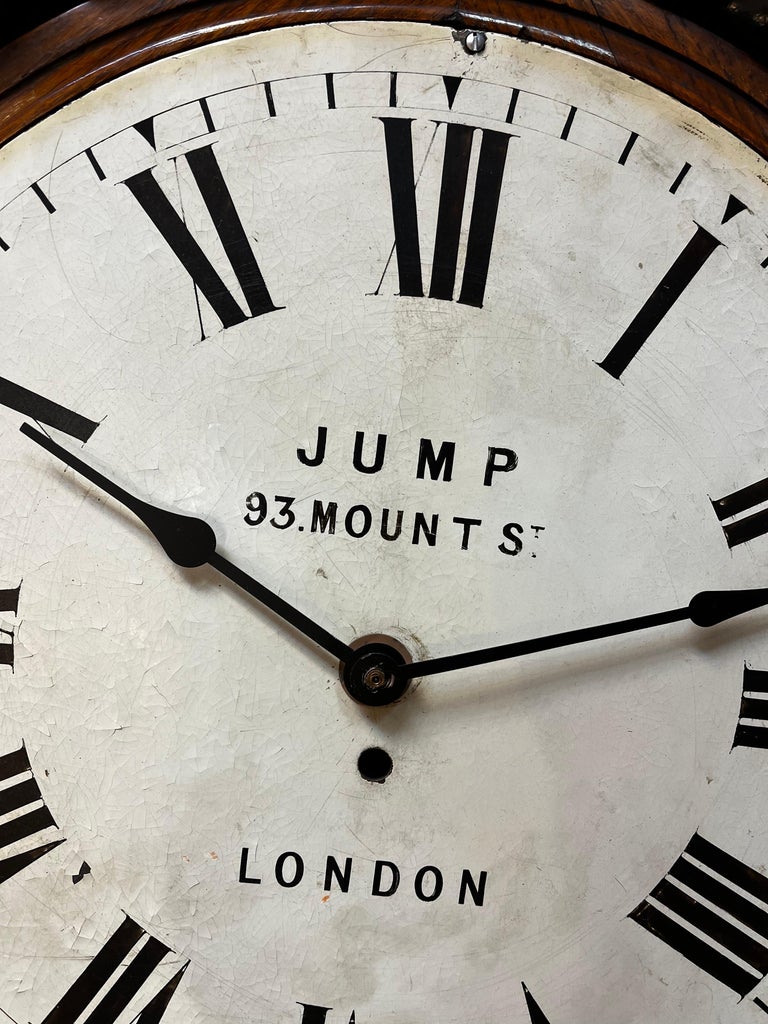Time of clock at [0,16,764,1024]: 2:49
